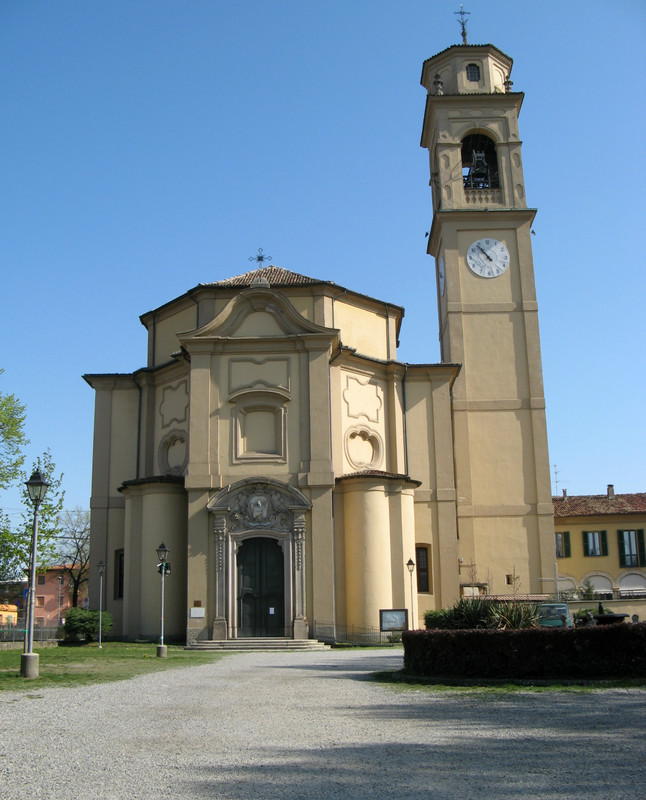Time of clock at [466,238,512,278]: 10:53
